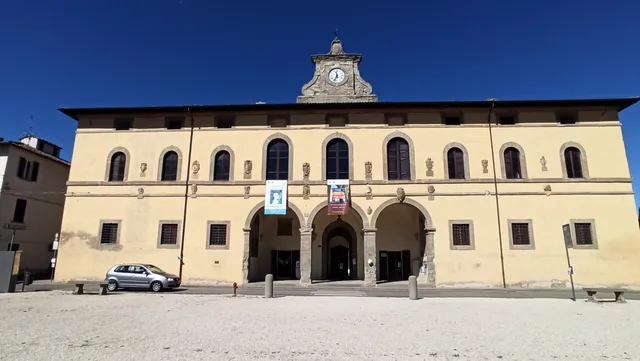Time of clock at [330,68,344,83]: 11:33
